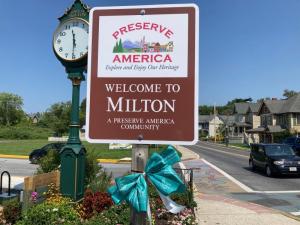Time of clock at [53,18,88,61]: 11:30
